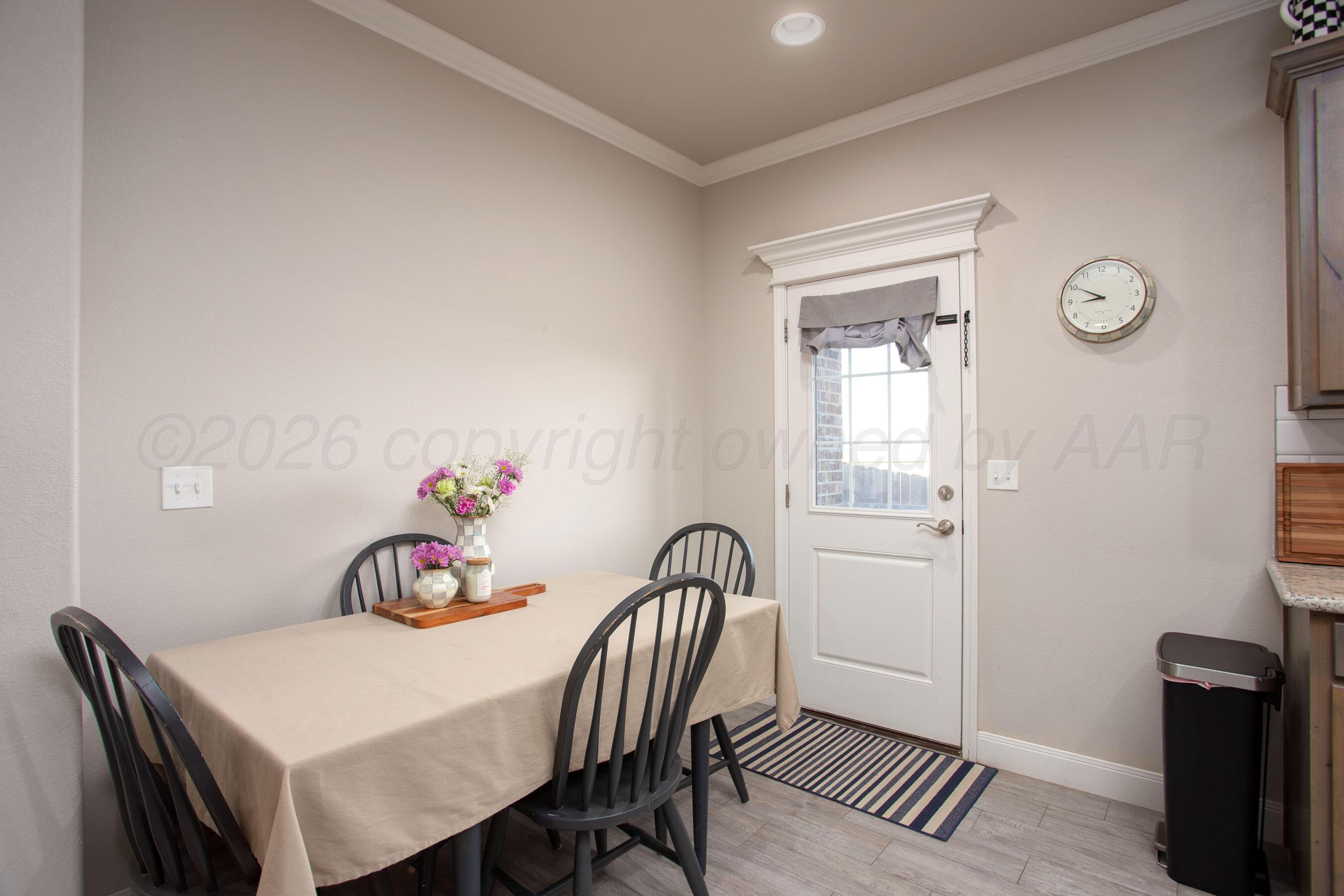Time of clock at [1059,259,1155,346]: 8:50
